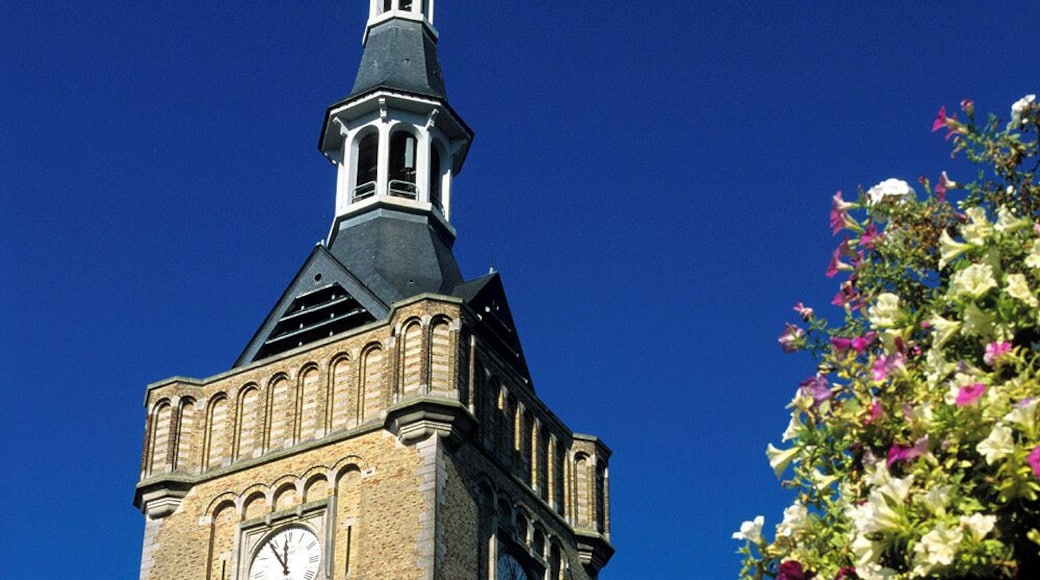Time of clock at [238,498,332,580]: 11:54
